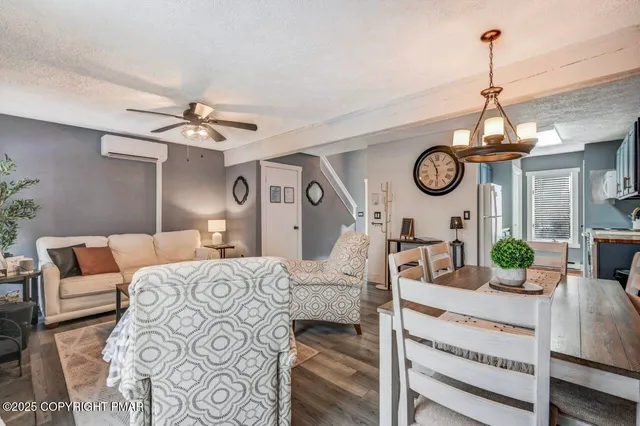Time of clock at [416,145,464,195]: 5:56
